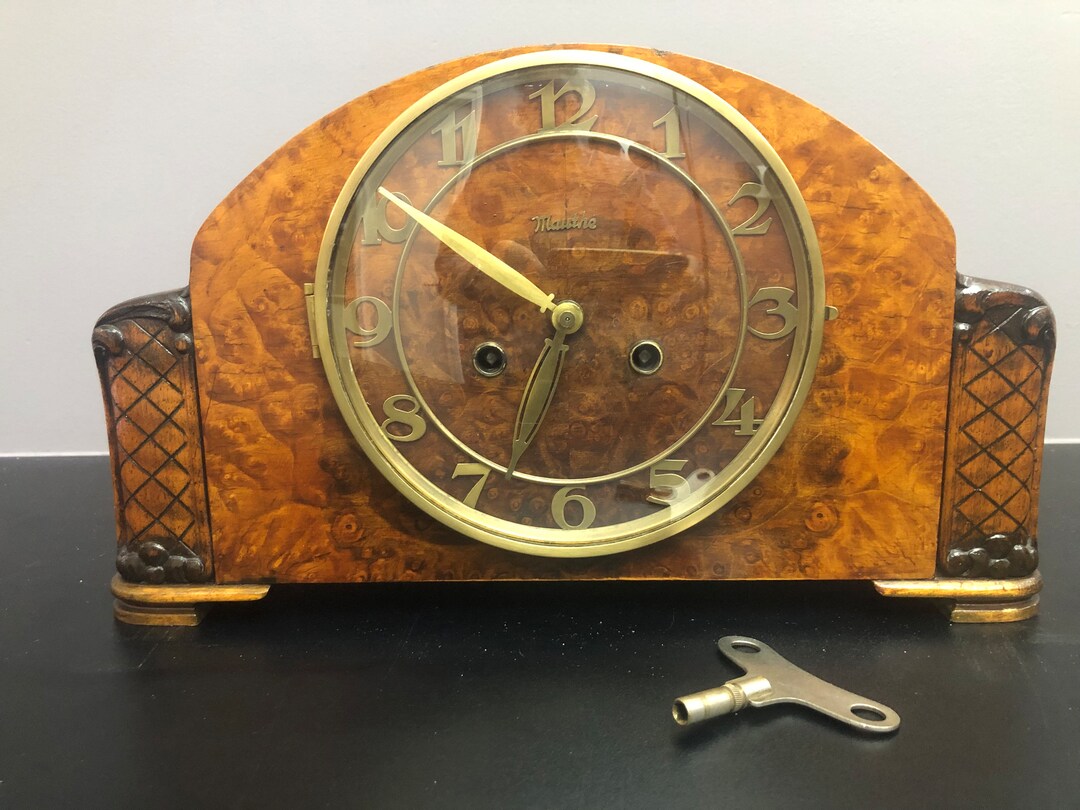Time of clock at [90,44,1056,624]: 9:50
